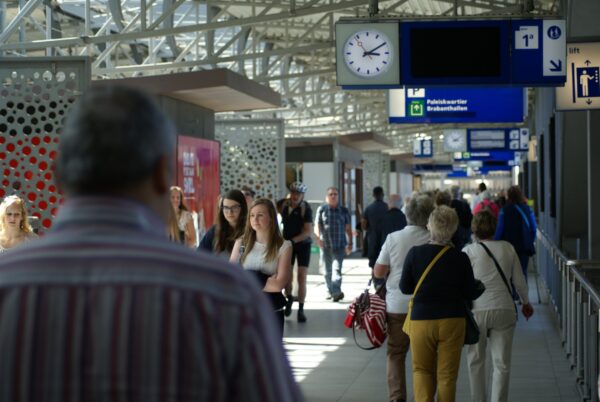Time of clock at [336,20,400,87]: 3:09
